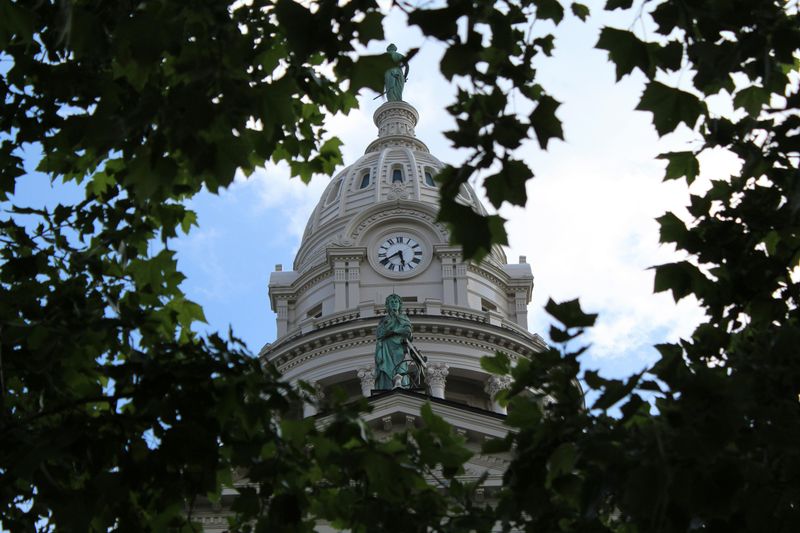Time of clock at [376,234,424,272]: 5:40
